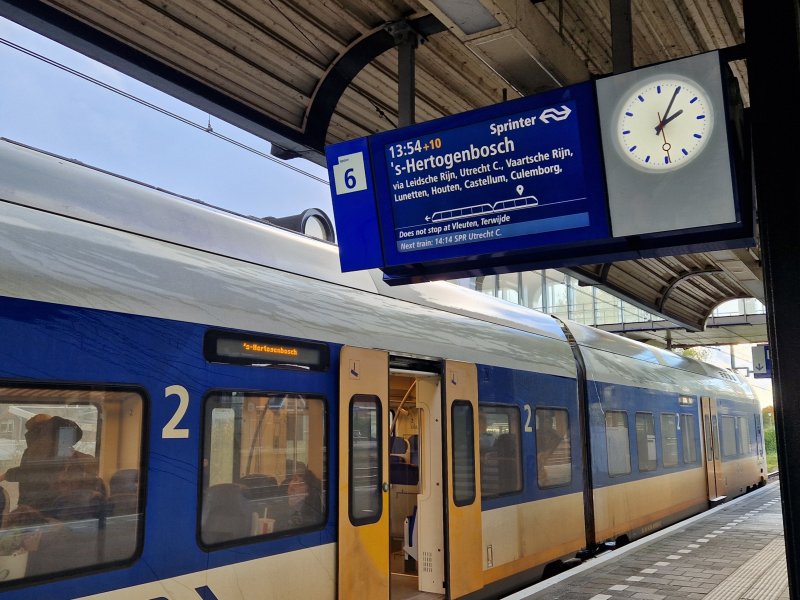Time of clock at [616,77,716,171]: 2:04
